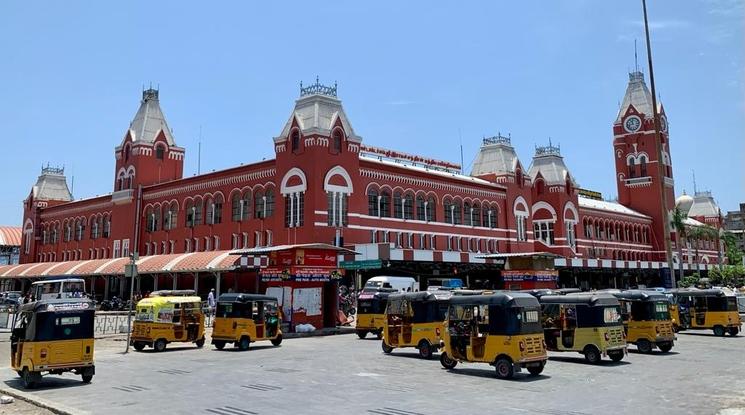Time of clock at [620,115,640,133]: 11:42
